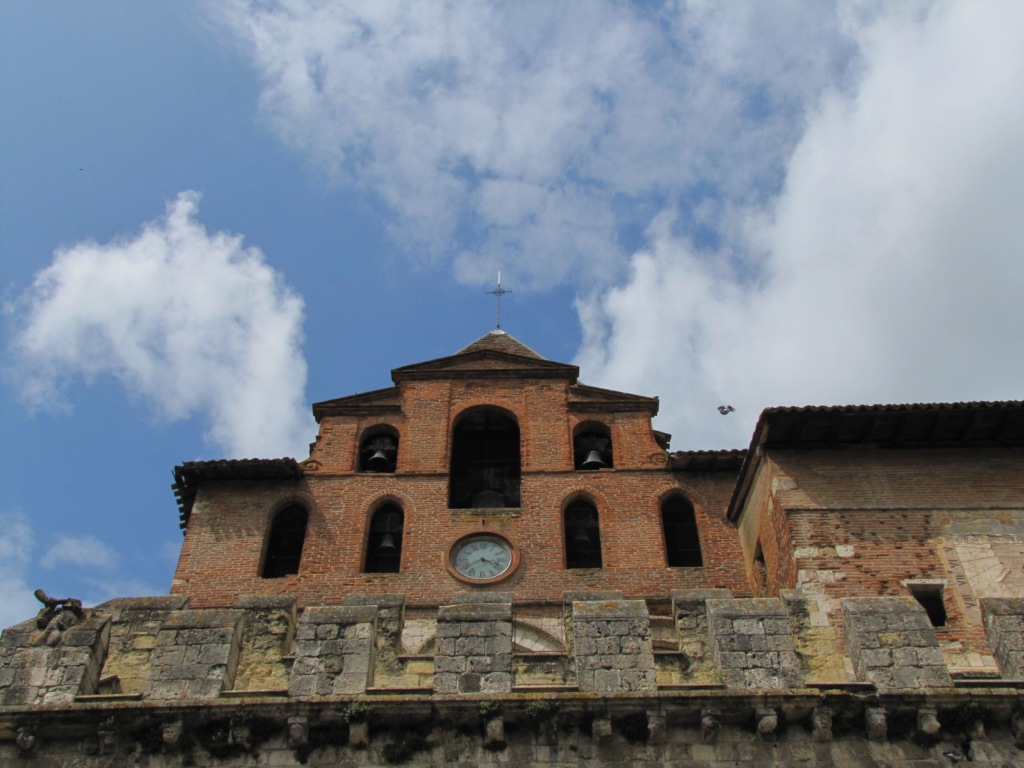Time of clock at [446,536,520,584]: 3:40
